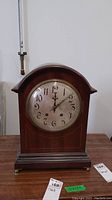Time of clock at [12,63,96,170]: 12:08
